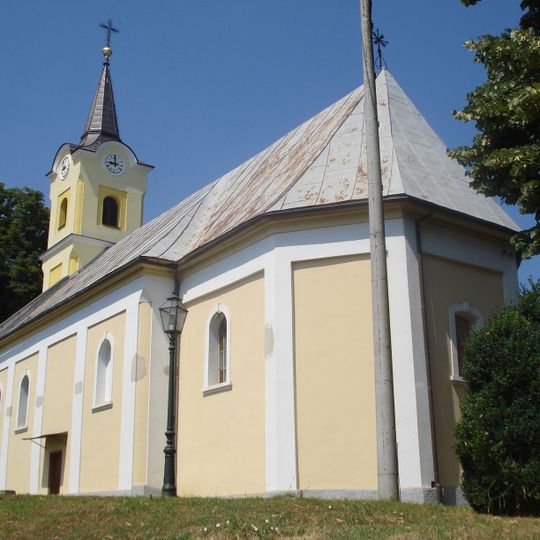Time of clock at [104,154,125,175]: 8:59
